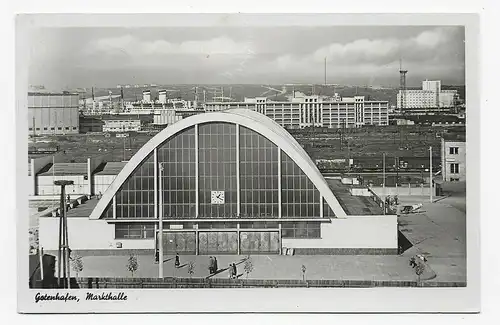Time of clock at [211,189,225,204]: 1:20
